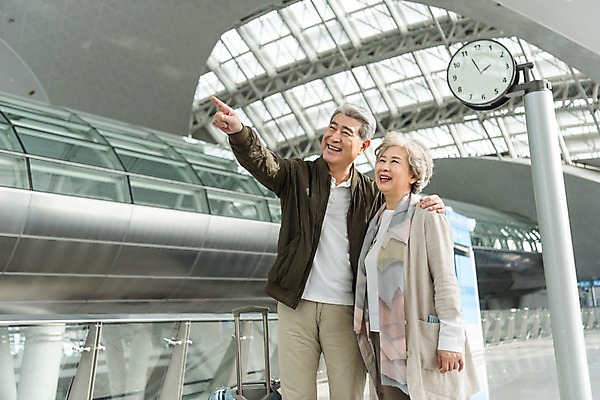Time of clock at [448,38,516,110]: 1:56
